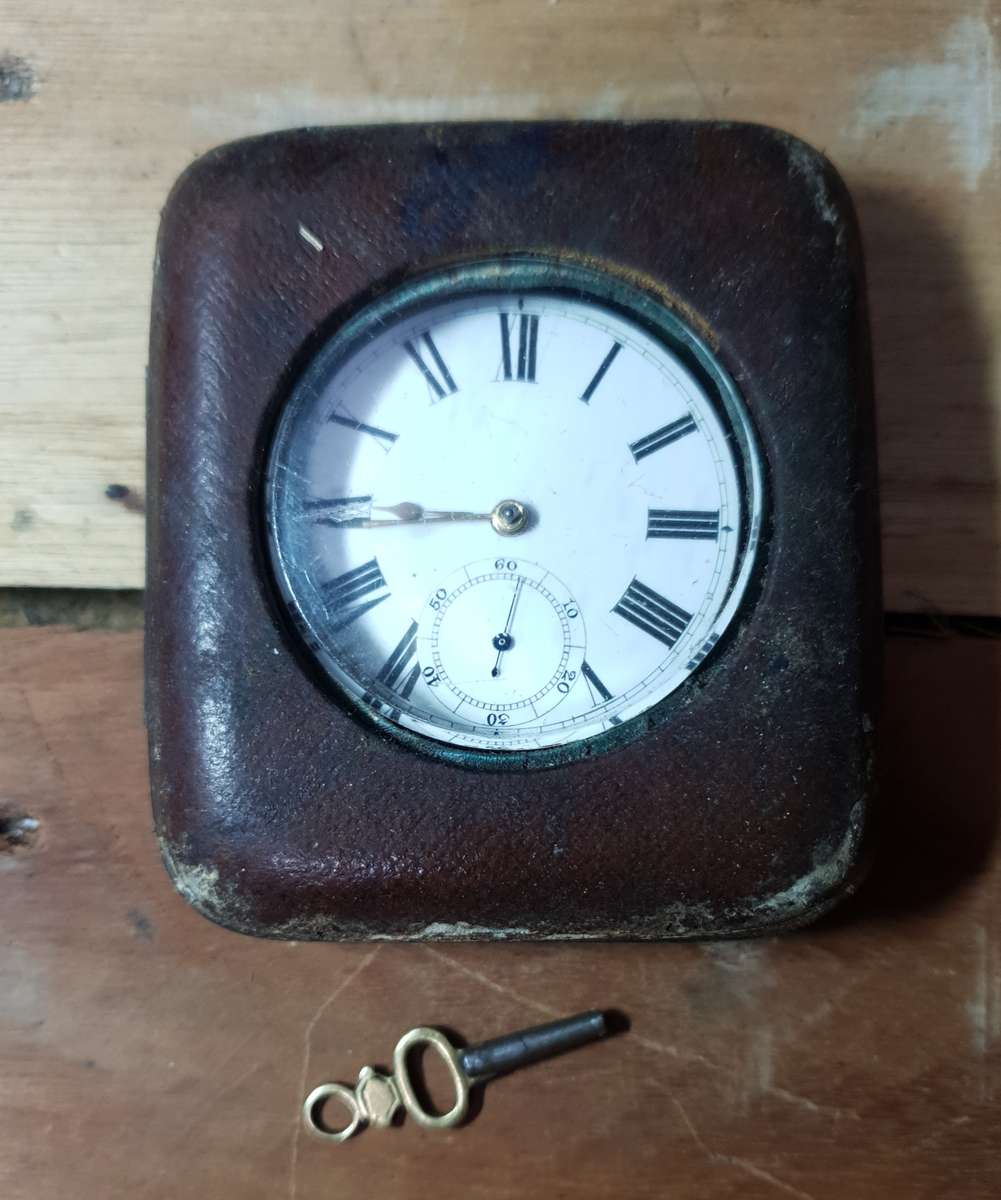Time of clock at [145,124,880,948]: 8:44
